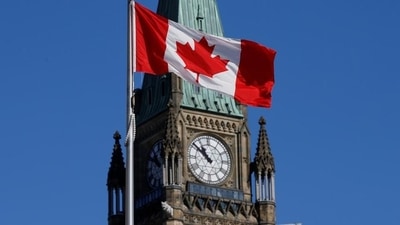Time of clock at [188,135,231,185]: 10:51
